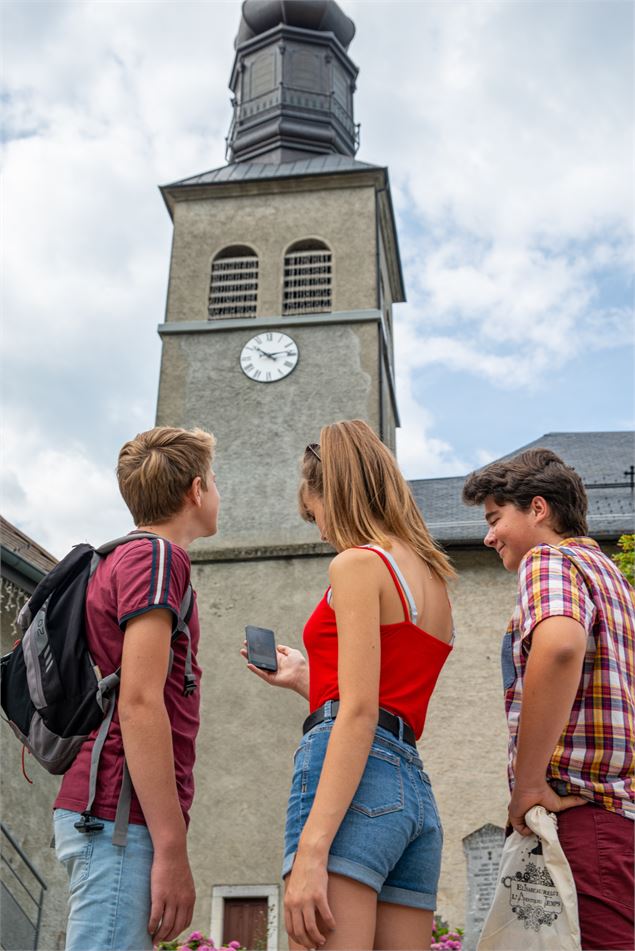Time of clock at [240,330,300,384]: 10:13
